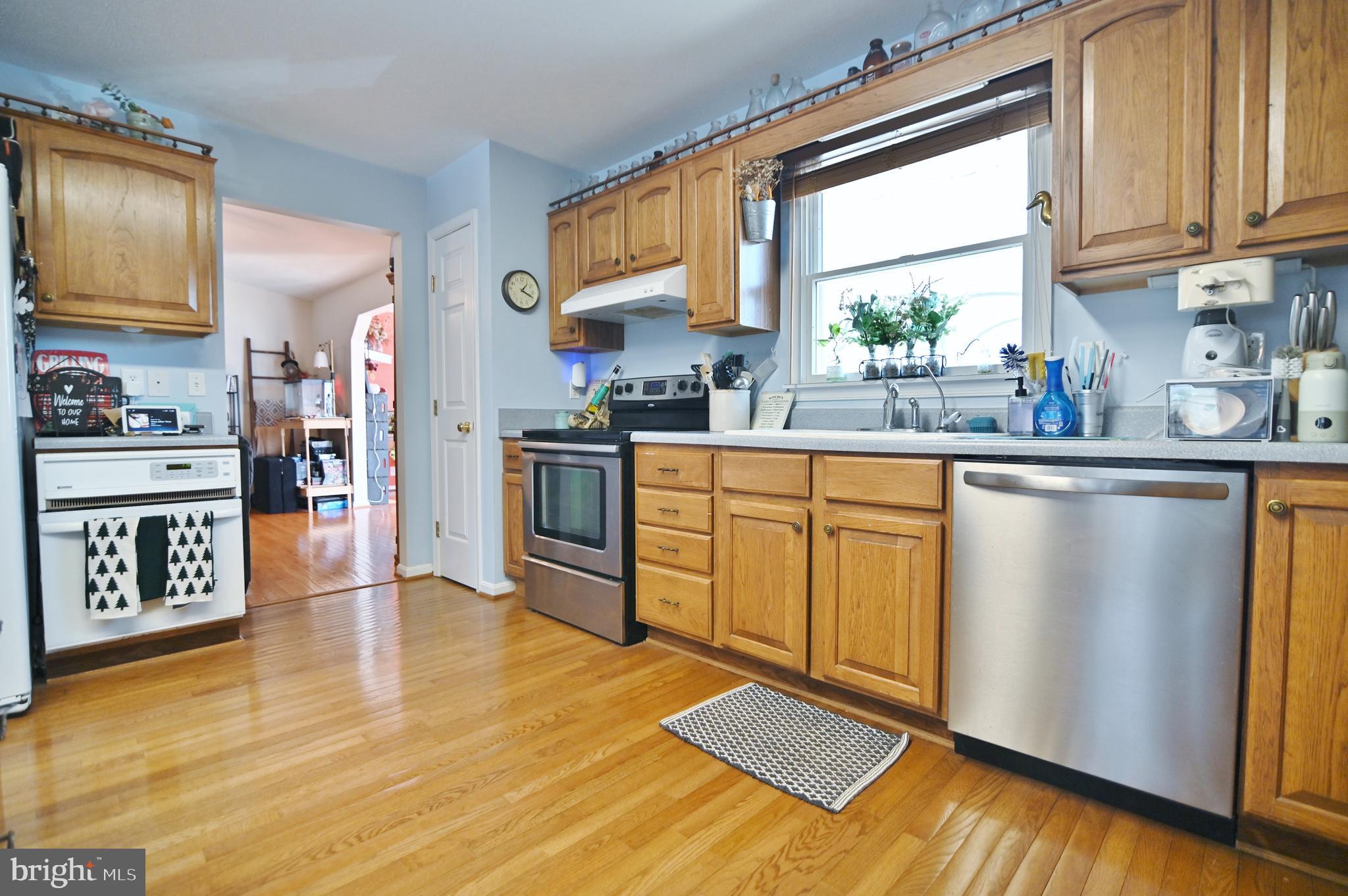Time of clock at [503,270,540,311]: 1:18
